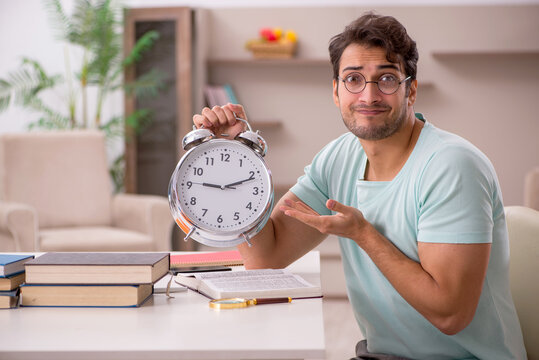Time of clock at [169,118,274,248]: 9:11
